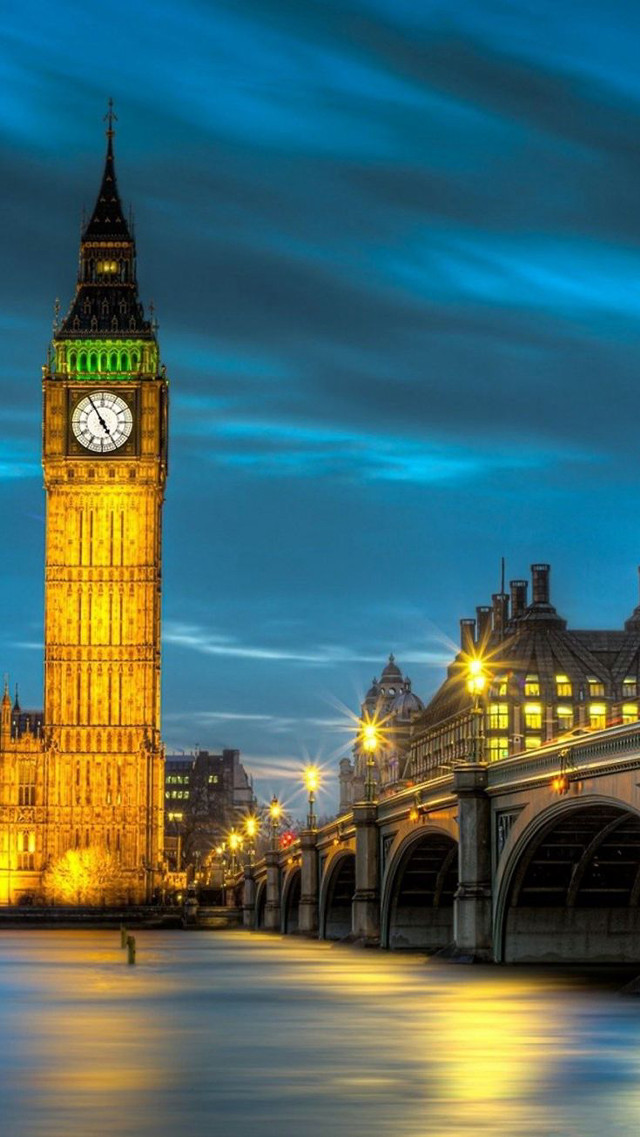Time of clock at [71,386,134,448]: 4:54
